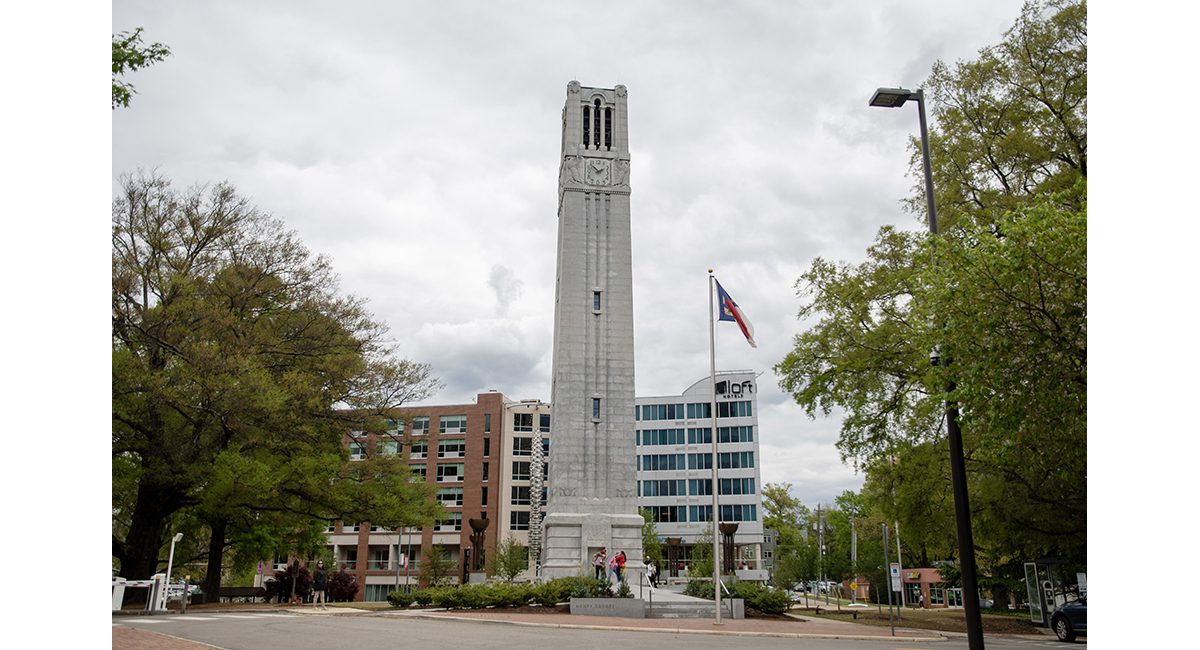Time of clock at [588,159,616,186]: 1:52
